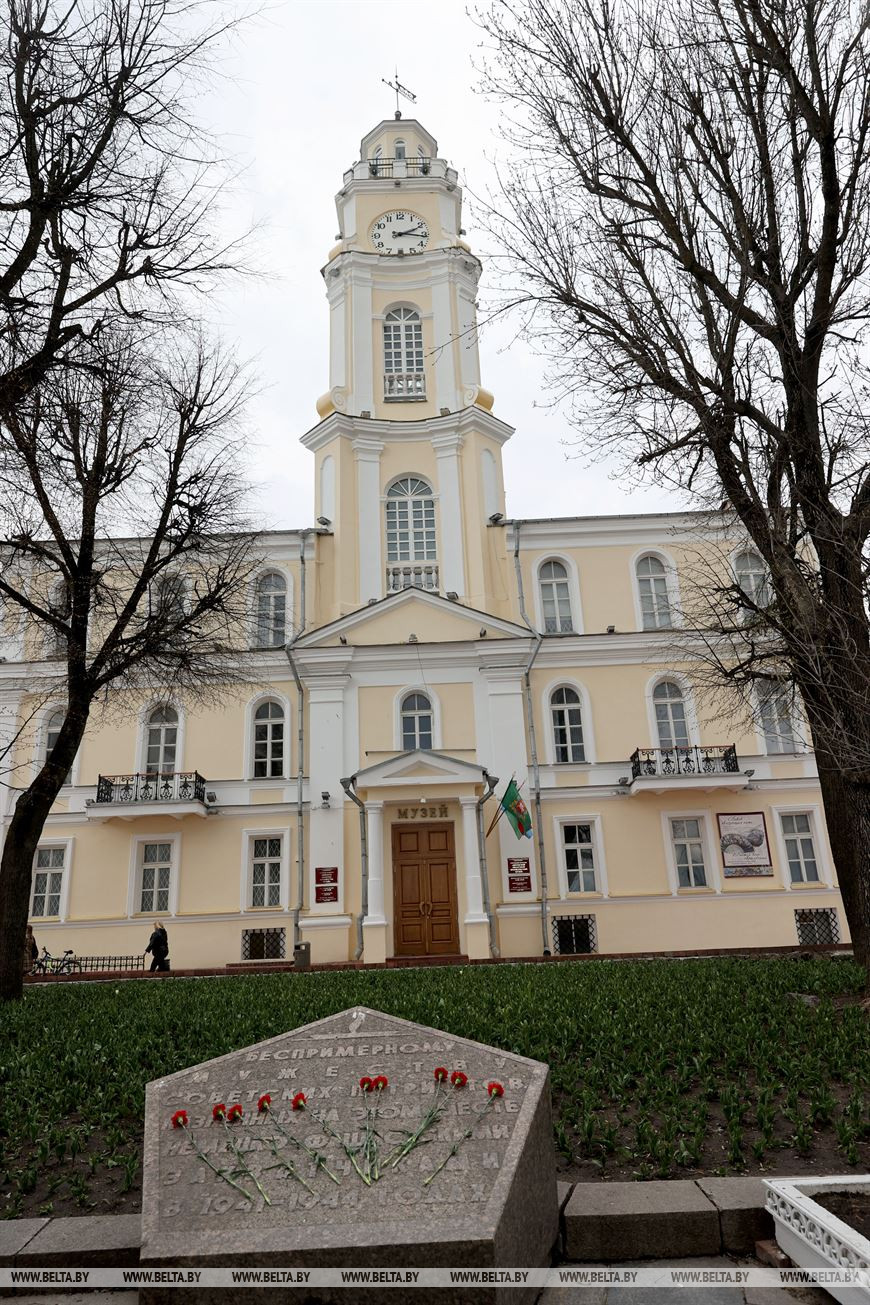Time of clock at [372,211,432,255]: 2:16
